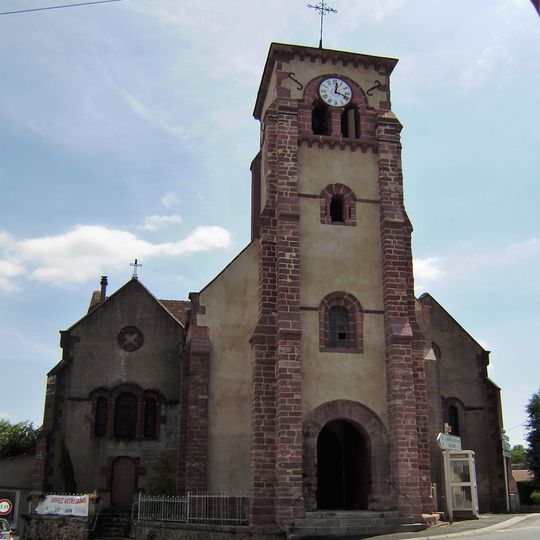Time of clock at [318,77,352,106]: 12:18
